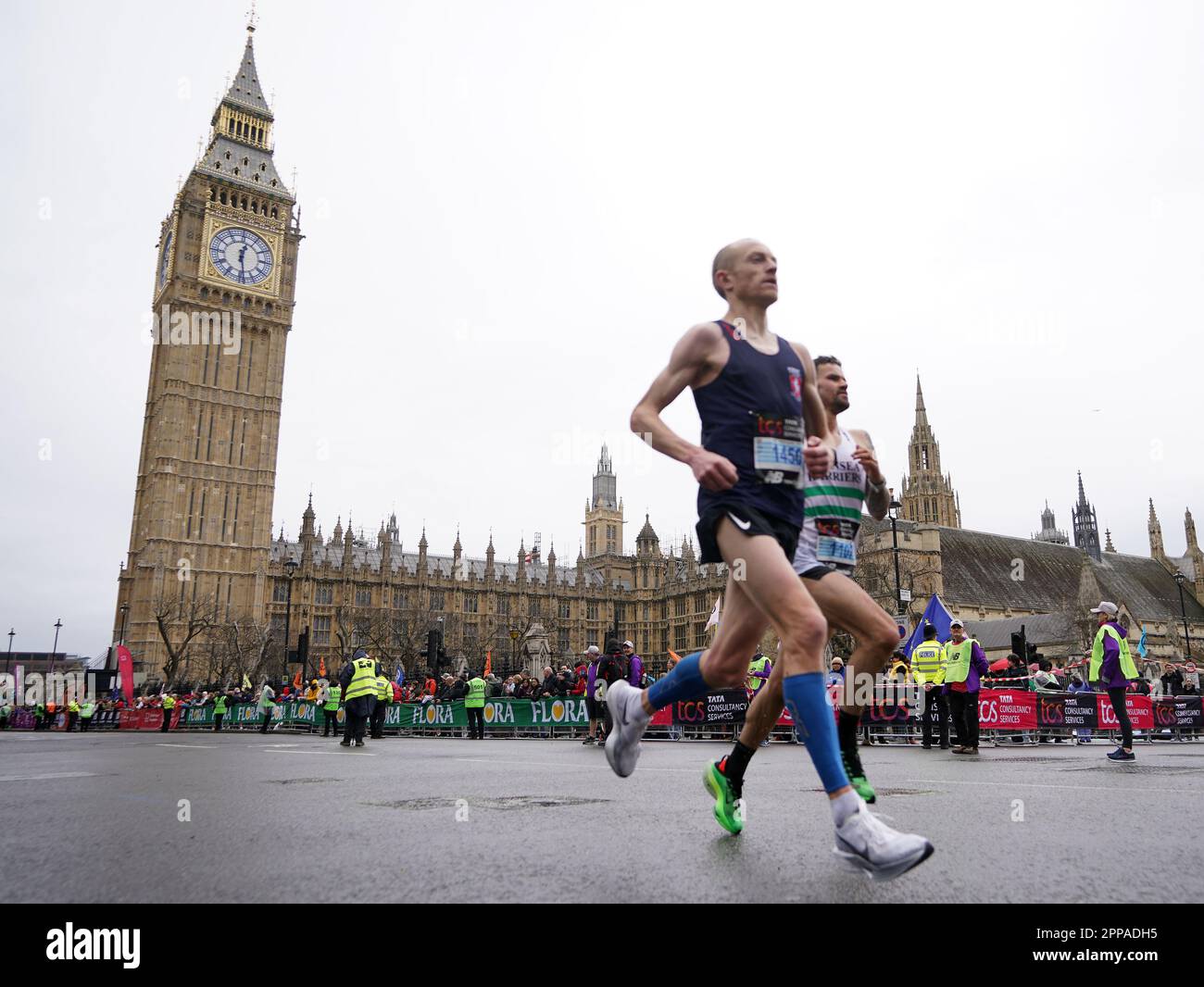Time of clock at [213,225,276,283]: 12:28
